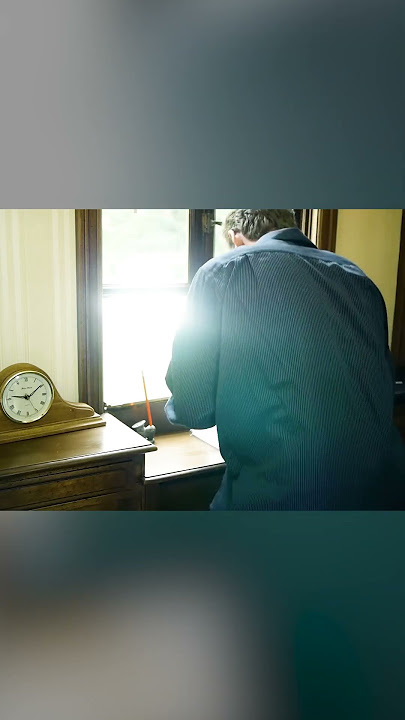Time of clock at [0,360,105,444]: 9:09
